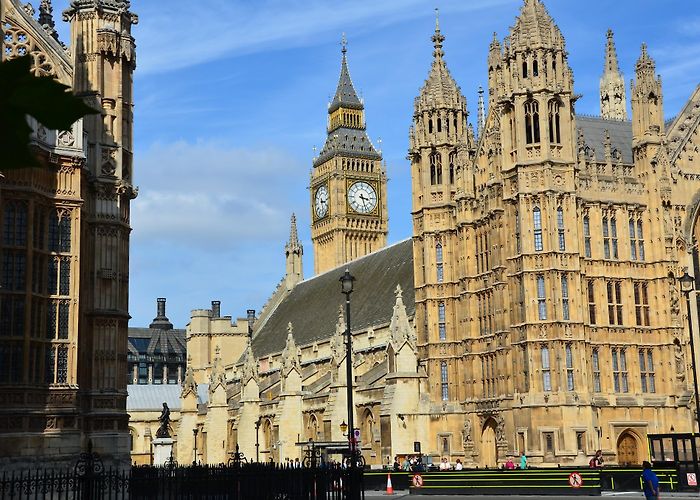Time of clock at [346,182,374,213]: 3:27
